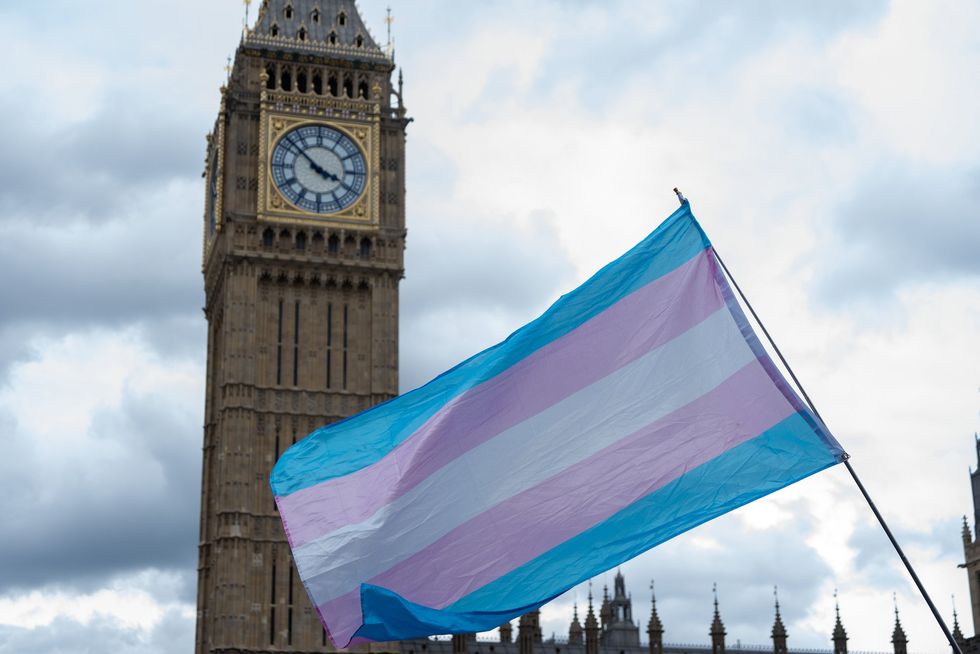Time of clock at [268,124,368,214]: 3:51
